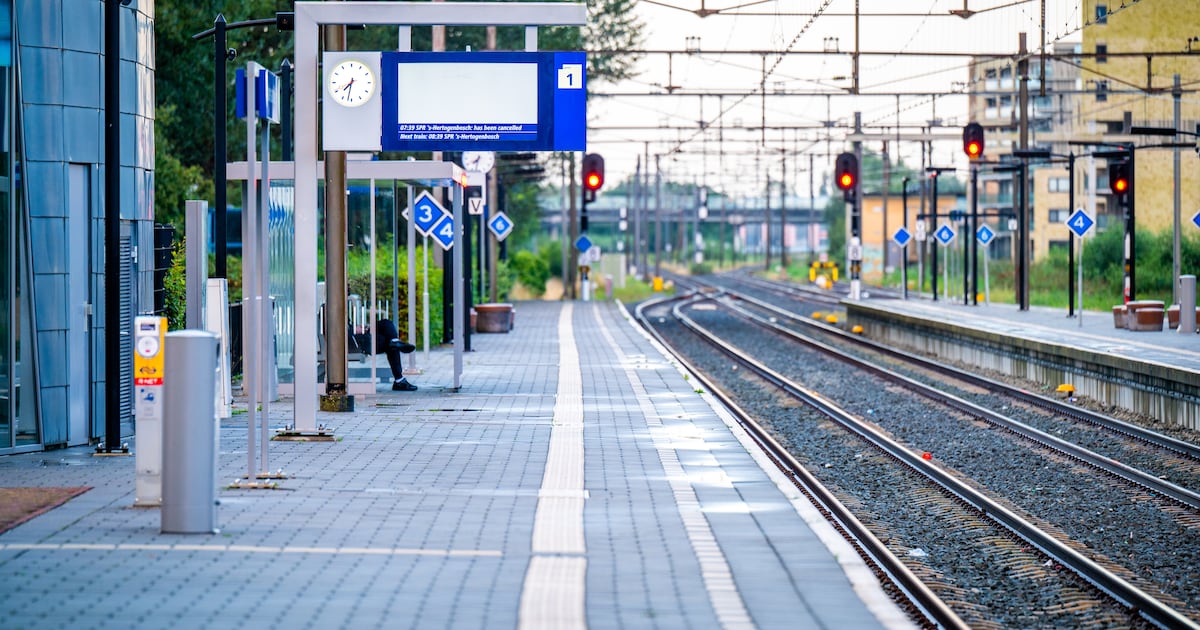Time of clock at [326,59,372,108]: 7:32
